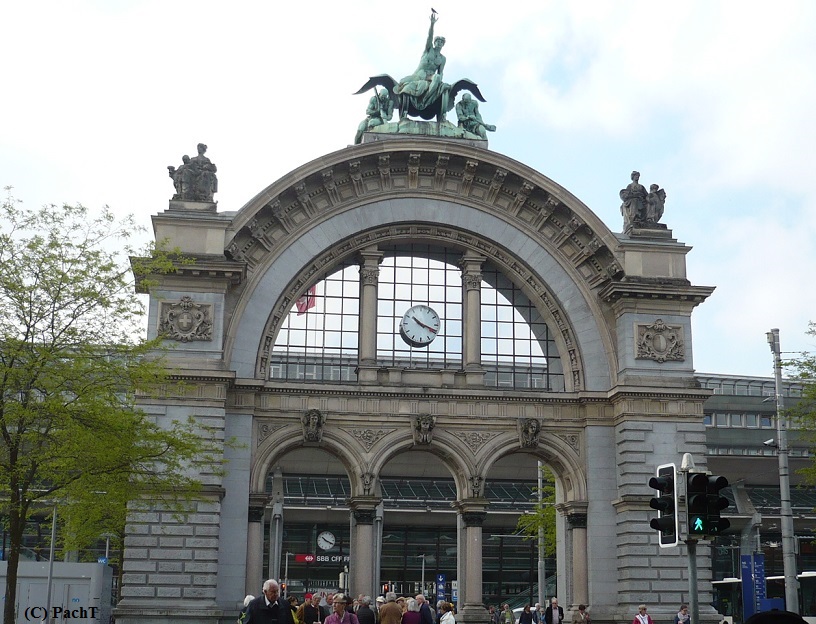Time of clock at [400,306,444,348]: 10:18
